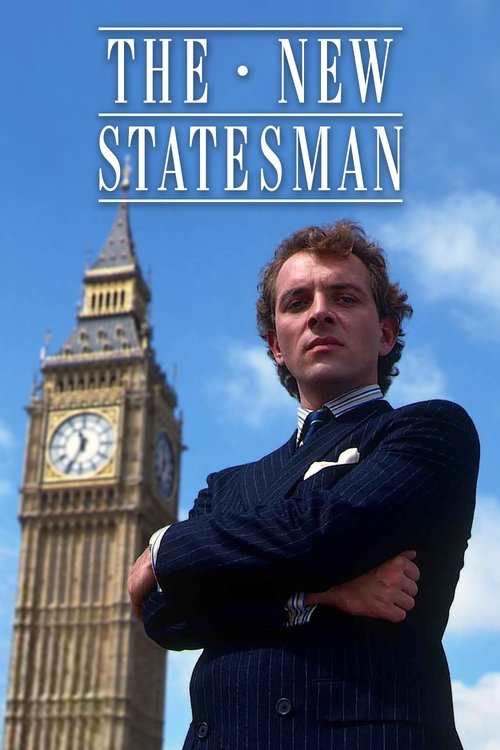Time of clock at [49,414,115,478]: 11:34
